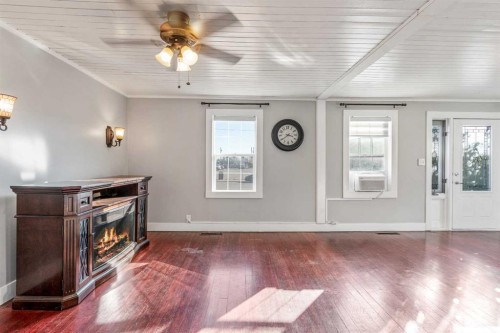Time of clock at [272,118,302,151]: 3:39
